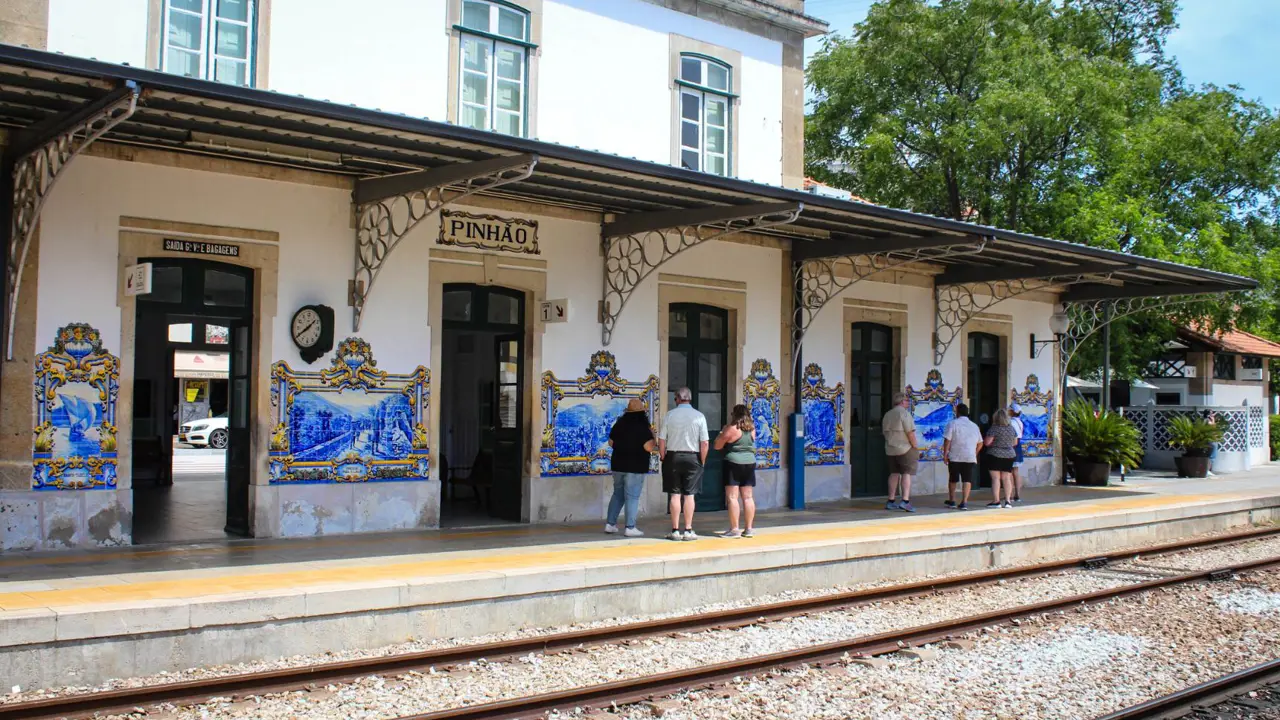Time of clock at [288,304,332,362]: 1:39
